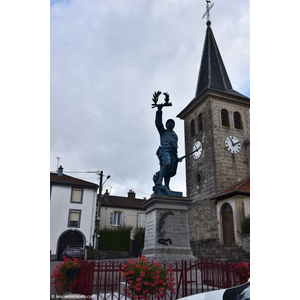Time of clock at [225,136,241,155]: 11:10
